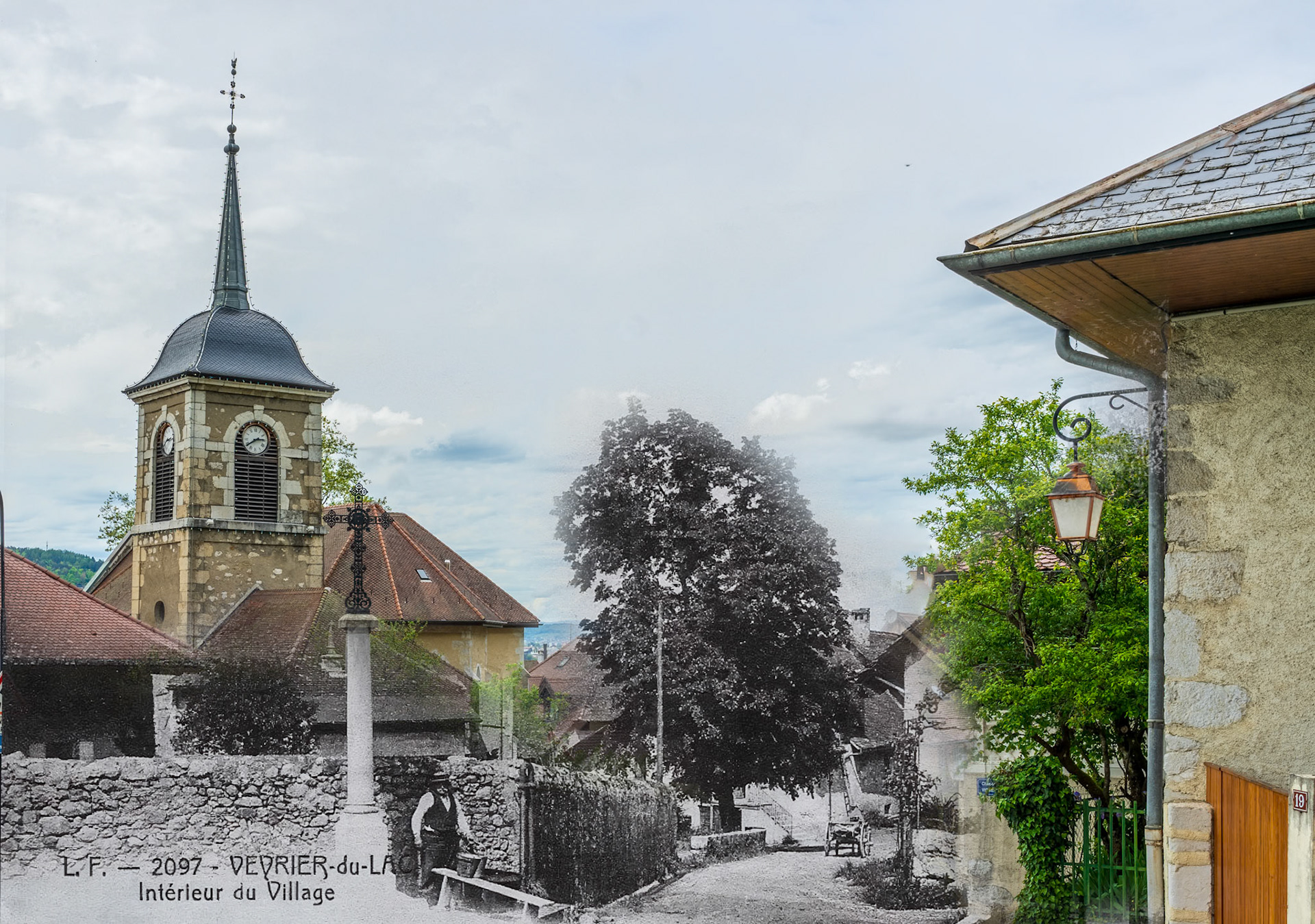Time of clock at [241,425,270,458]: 2:39
